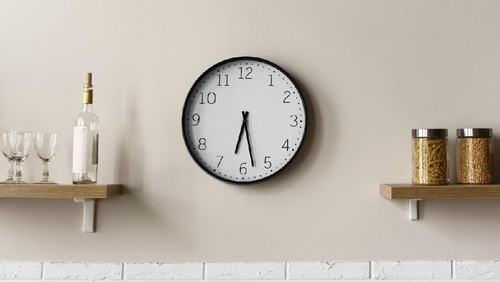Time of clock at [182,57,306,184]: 6:27
